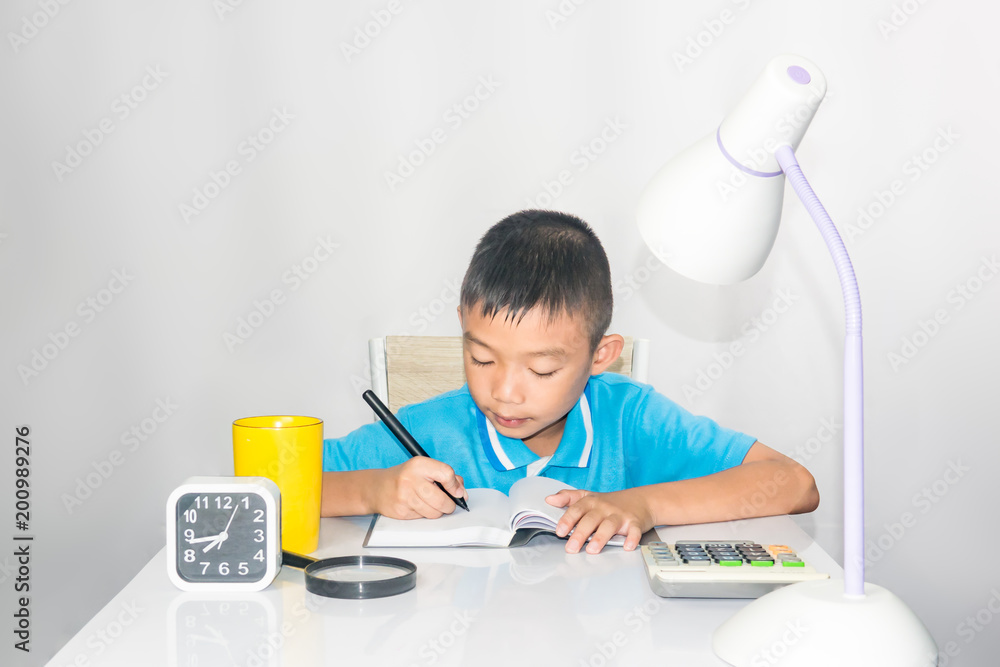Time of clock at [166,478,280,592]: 7:43
